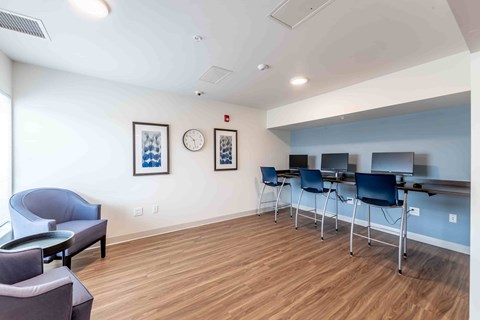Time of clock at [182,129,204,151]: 10:27
